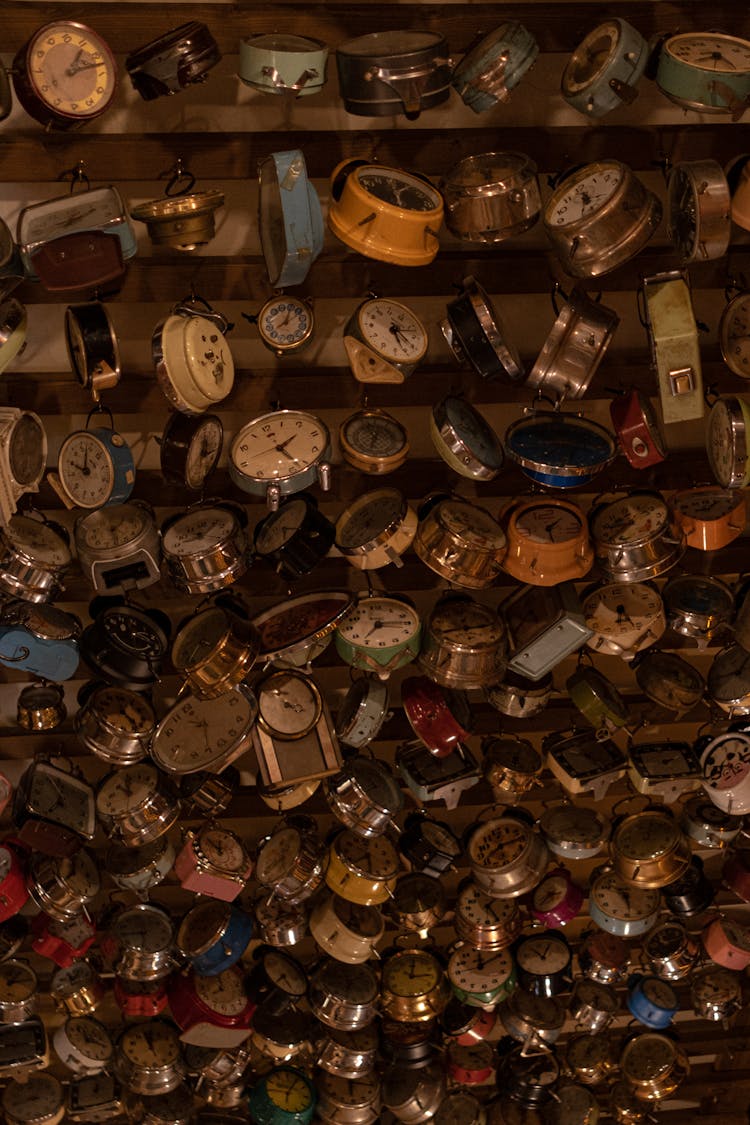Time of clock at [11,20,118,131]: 1:12
